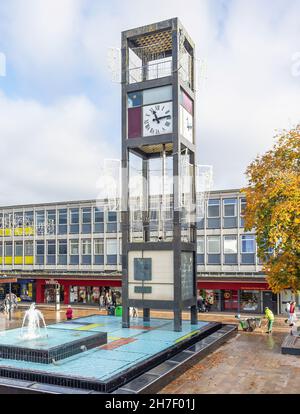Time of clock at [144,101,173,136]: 11:13
